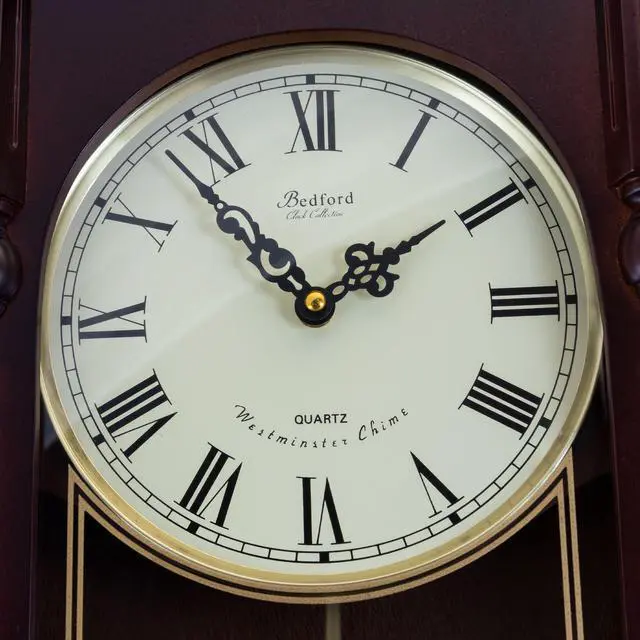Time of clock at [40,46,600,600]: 1:53
